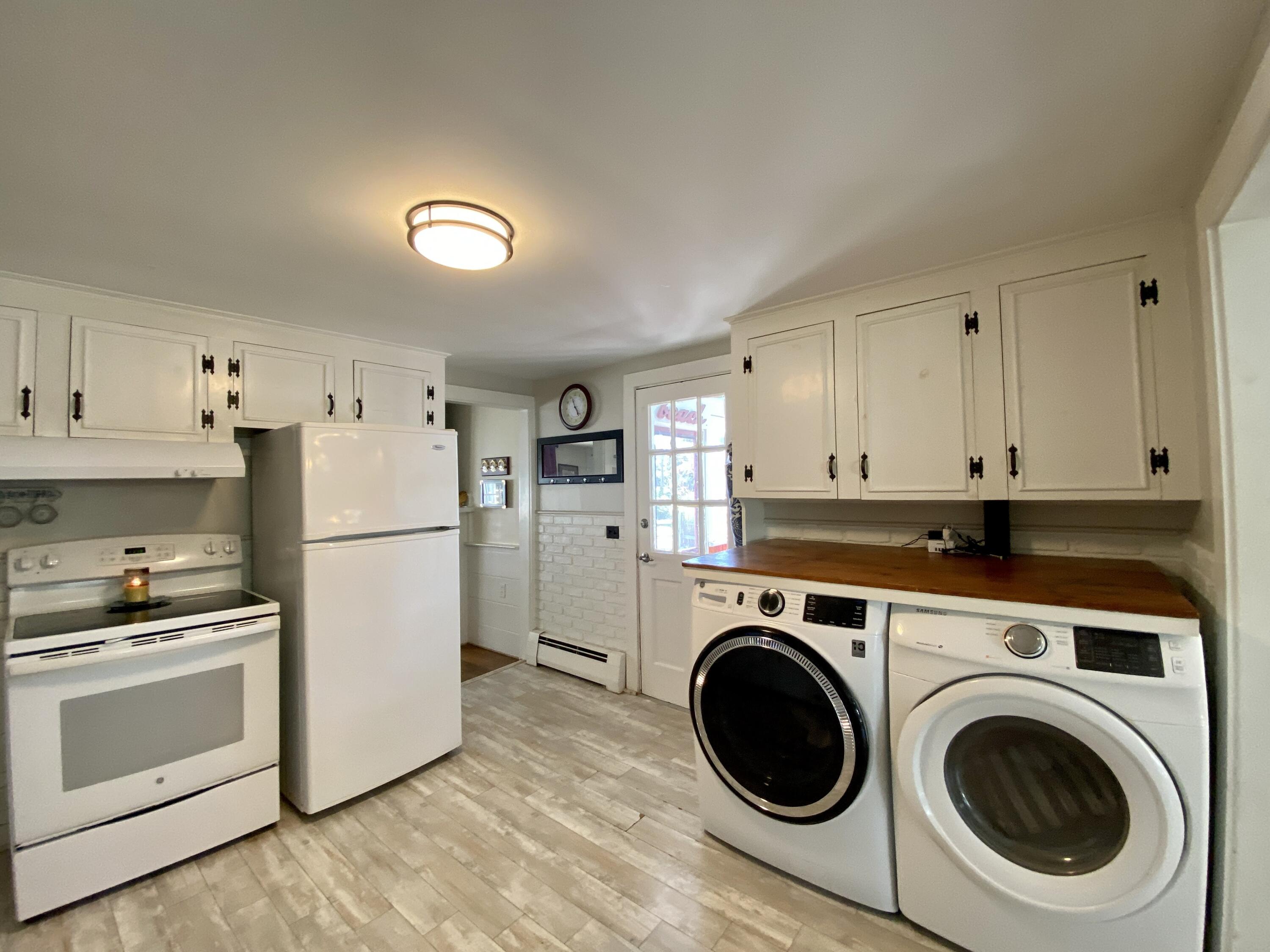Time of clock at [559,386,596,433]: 4:56
